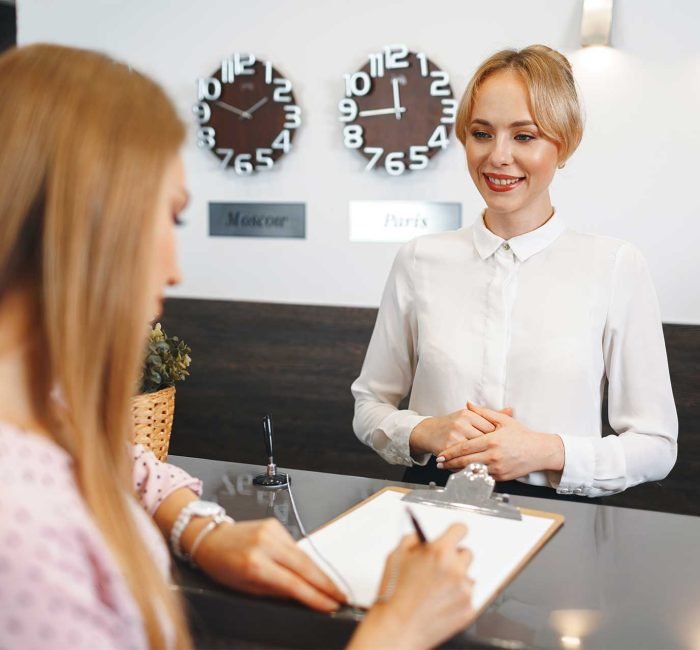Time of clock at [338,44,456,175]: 11:44
